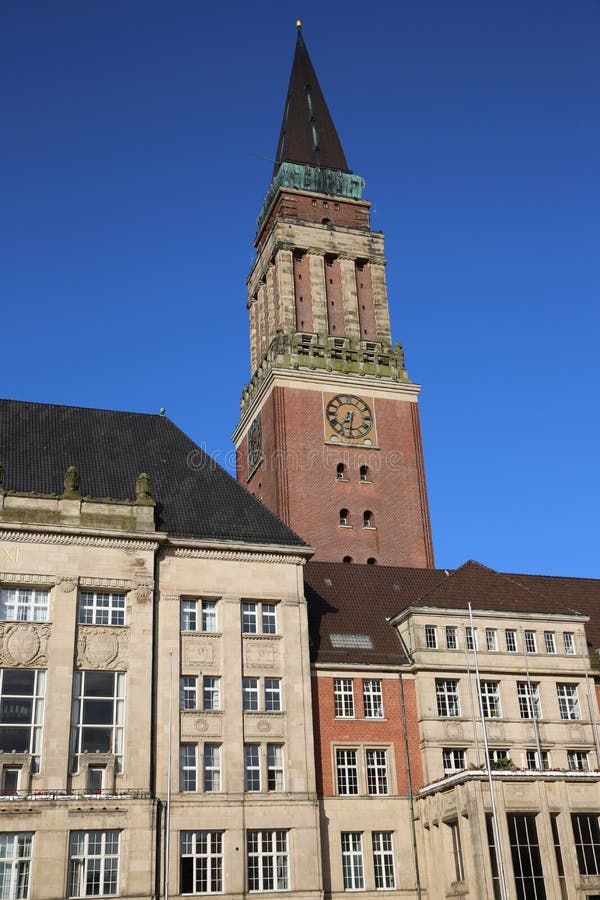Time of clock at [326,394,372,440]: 7:31
